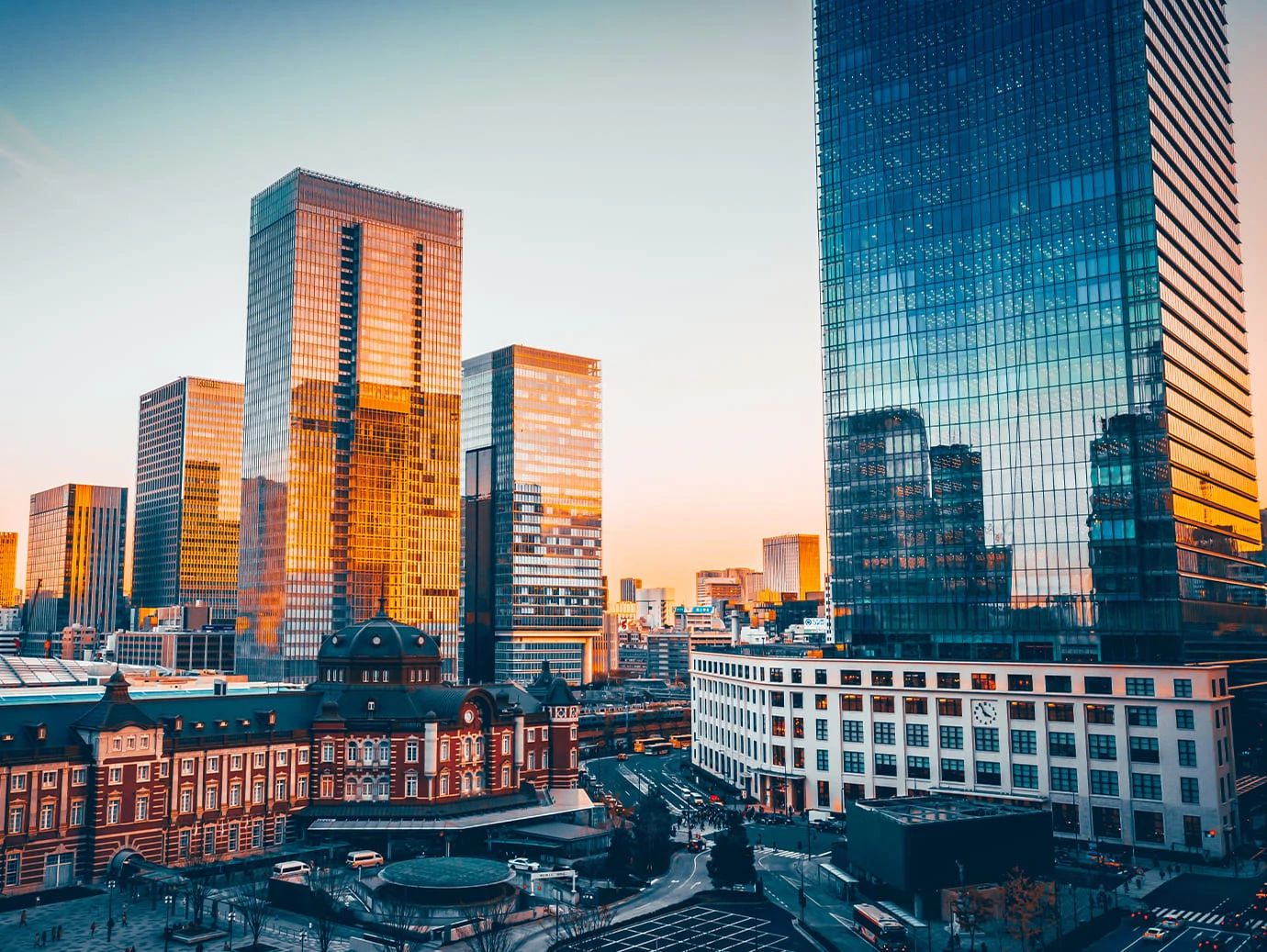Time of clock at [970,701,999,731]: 3:55
